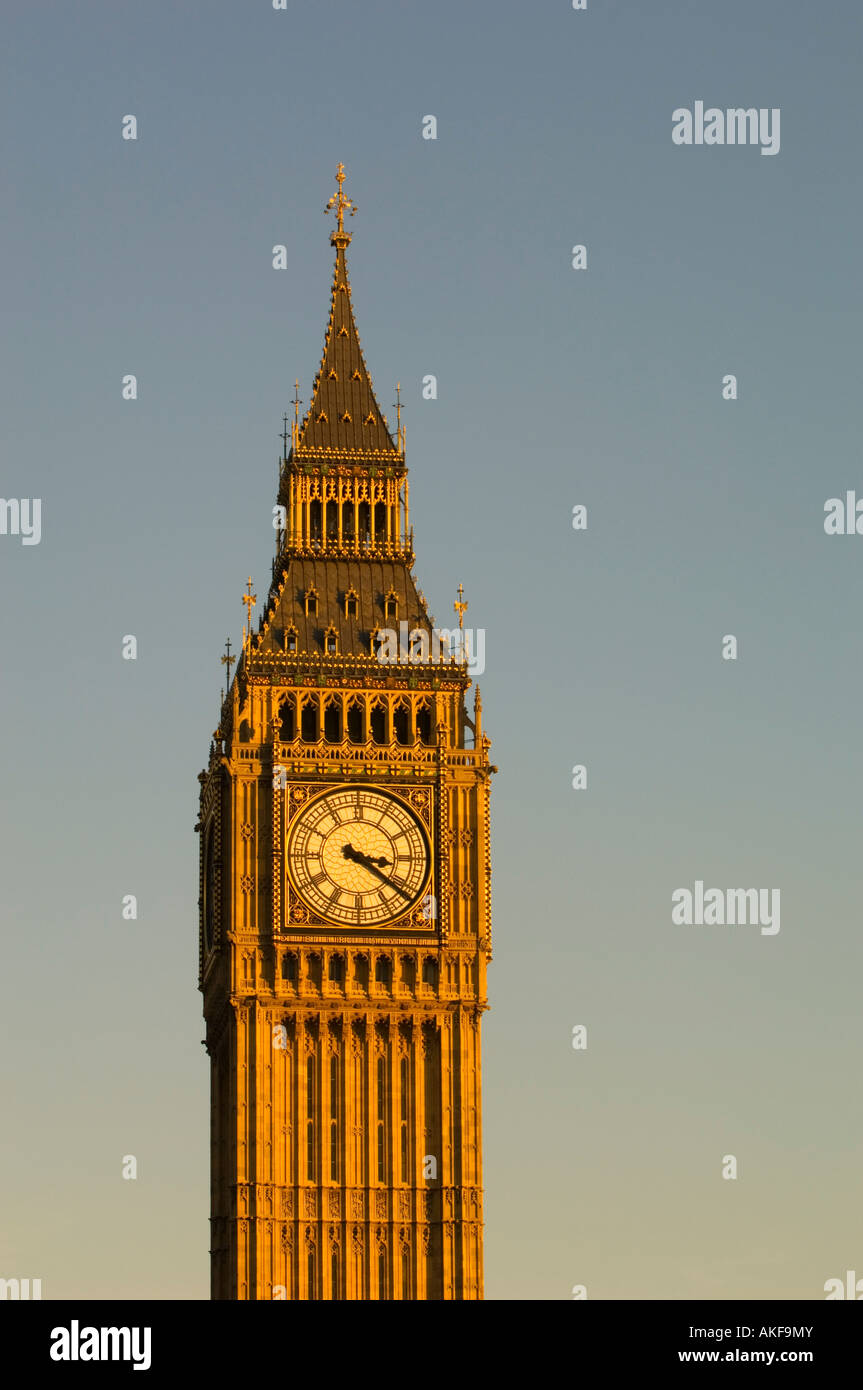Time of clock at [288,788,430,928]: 3:21
